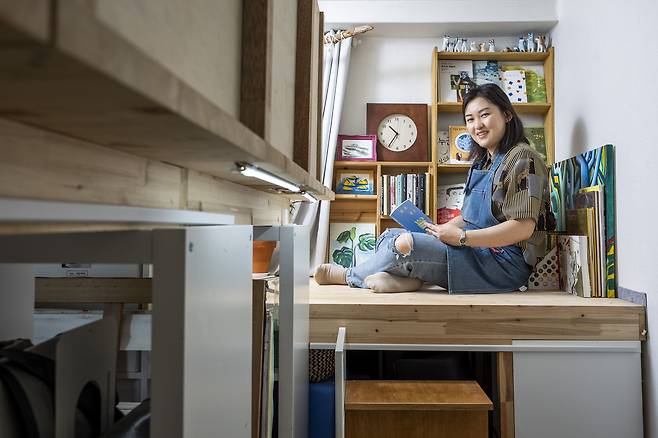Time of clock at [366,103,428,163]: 10:35
